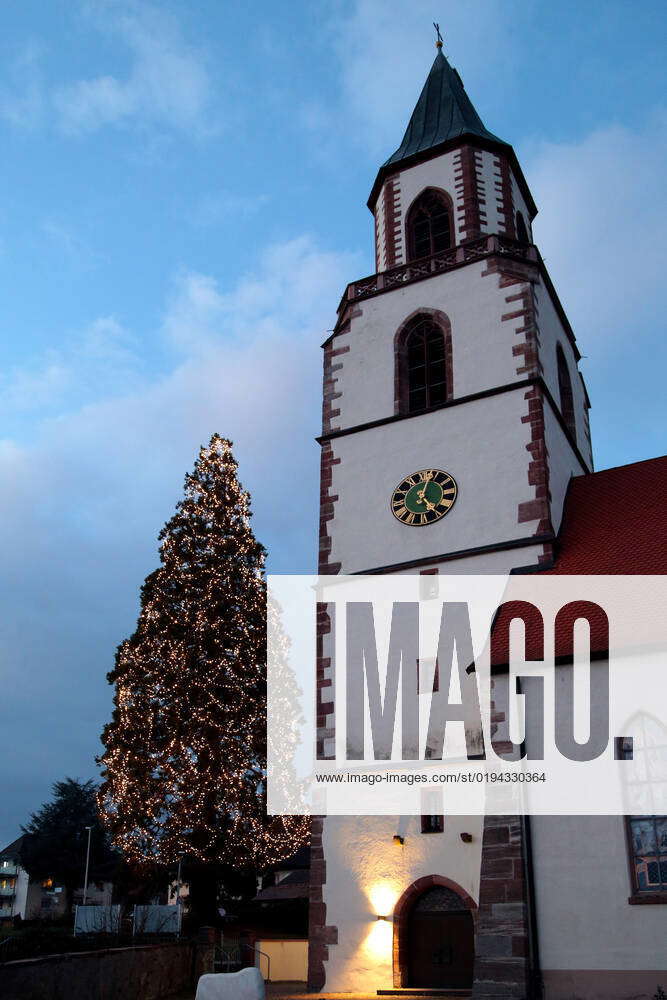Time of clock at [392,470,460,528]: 12:24
